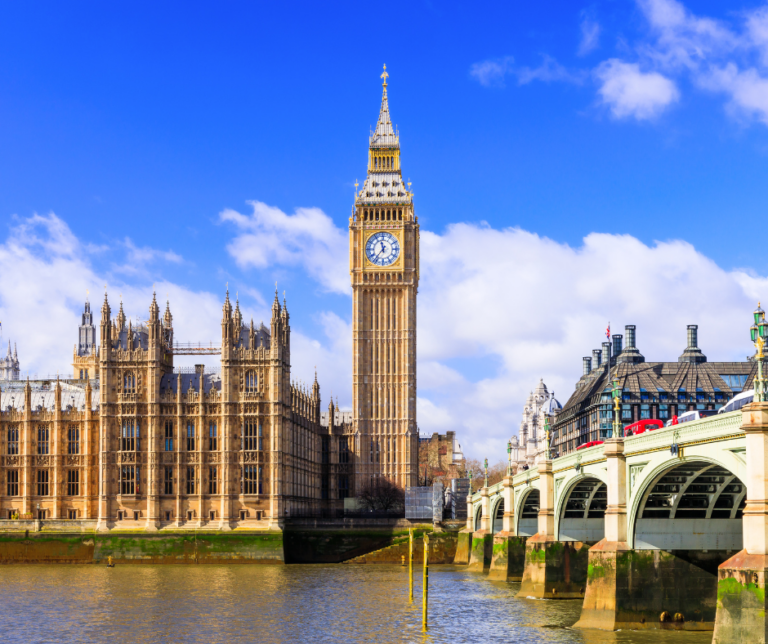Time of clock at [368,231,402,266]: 11:36
